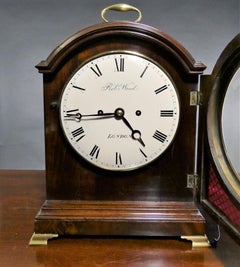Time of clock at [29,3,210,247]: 4:43
